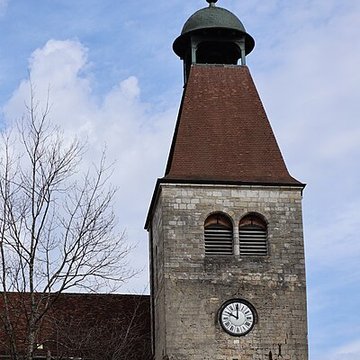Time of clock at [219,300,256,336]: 10:00
